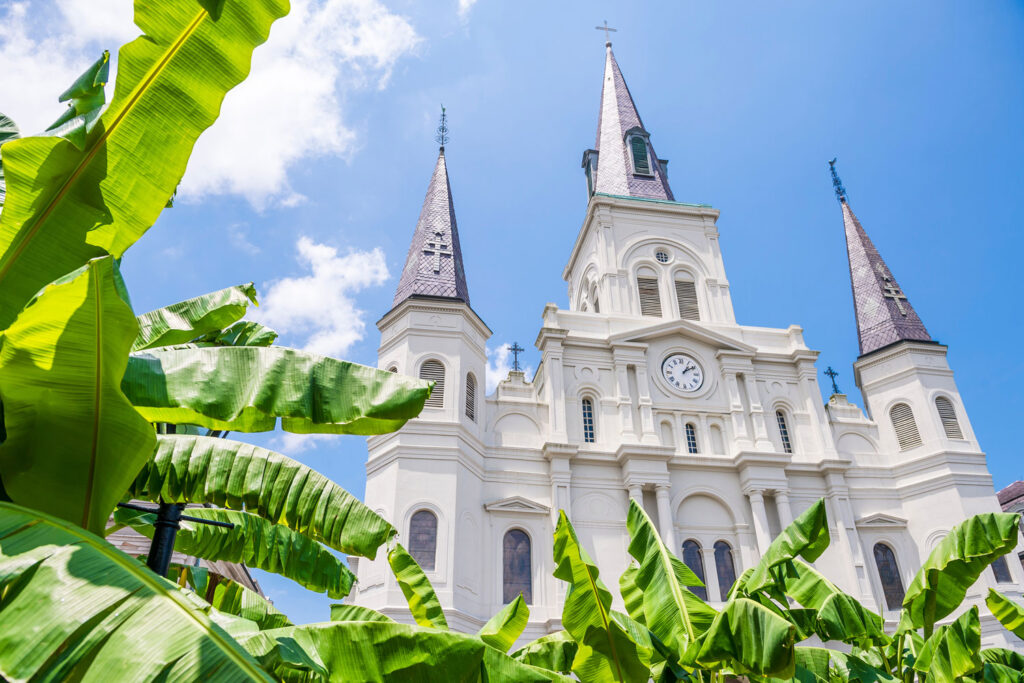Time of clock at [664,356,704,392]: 1:09
